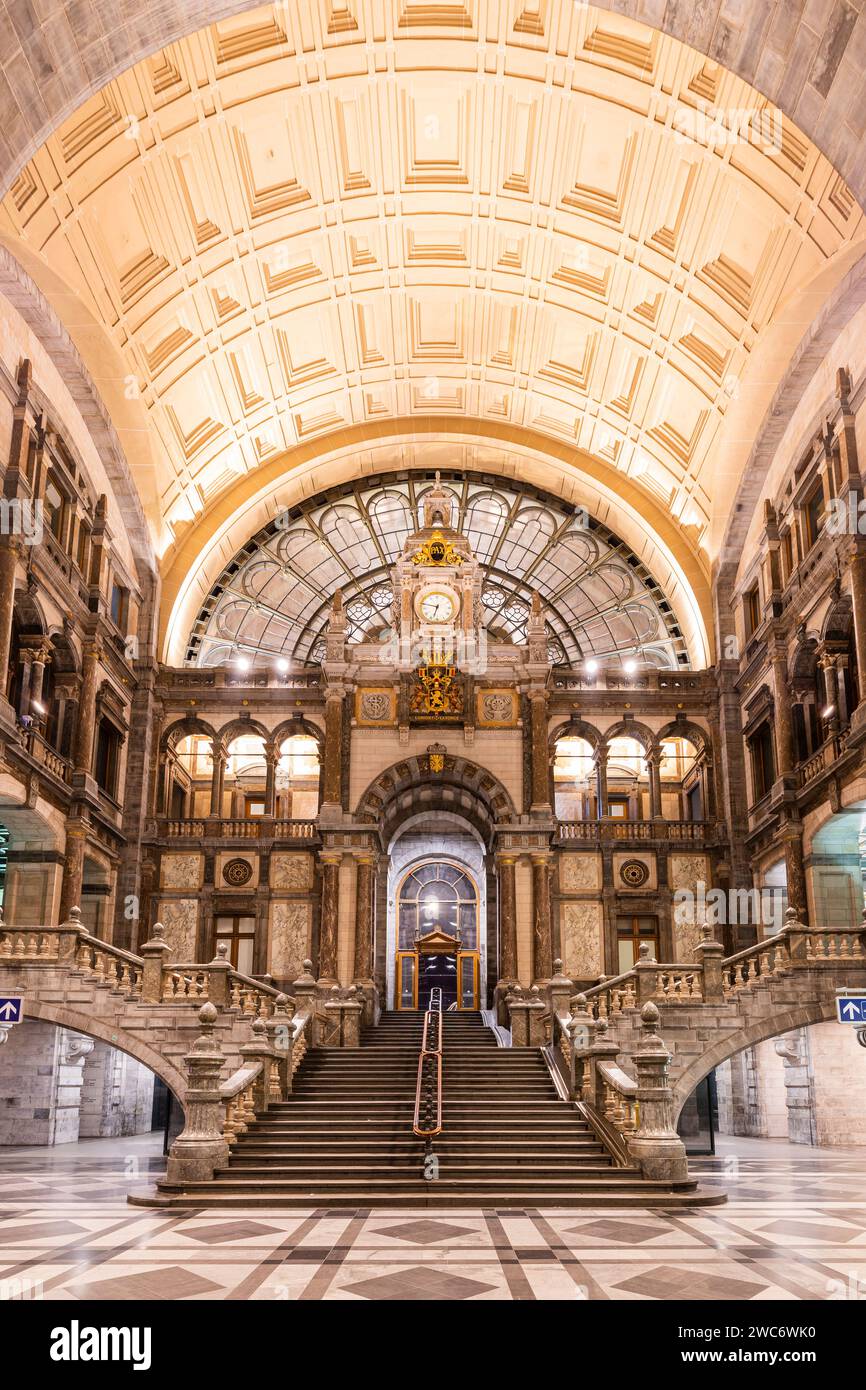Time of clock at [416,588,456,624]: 6:47
